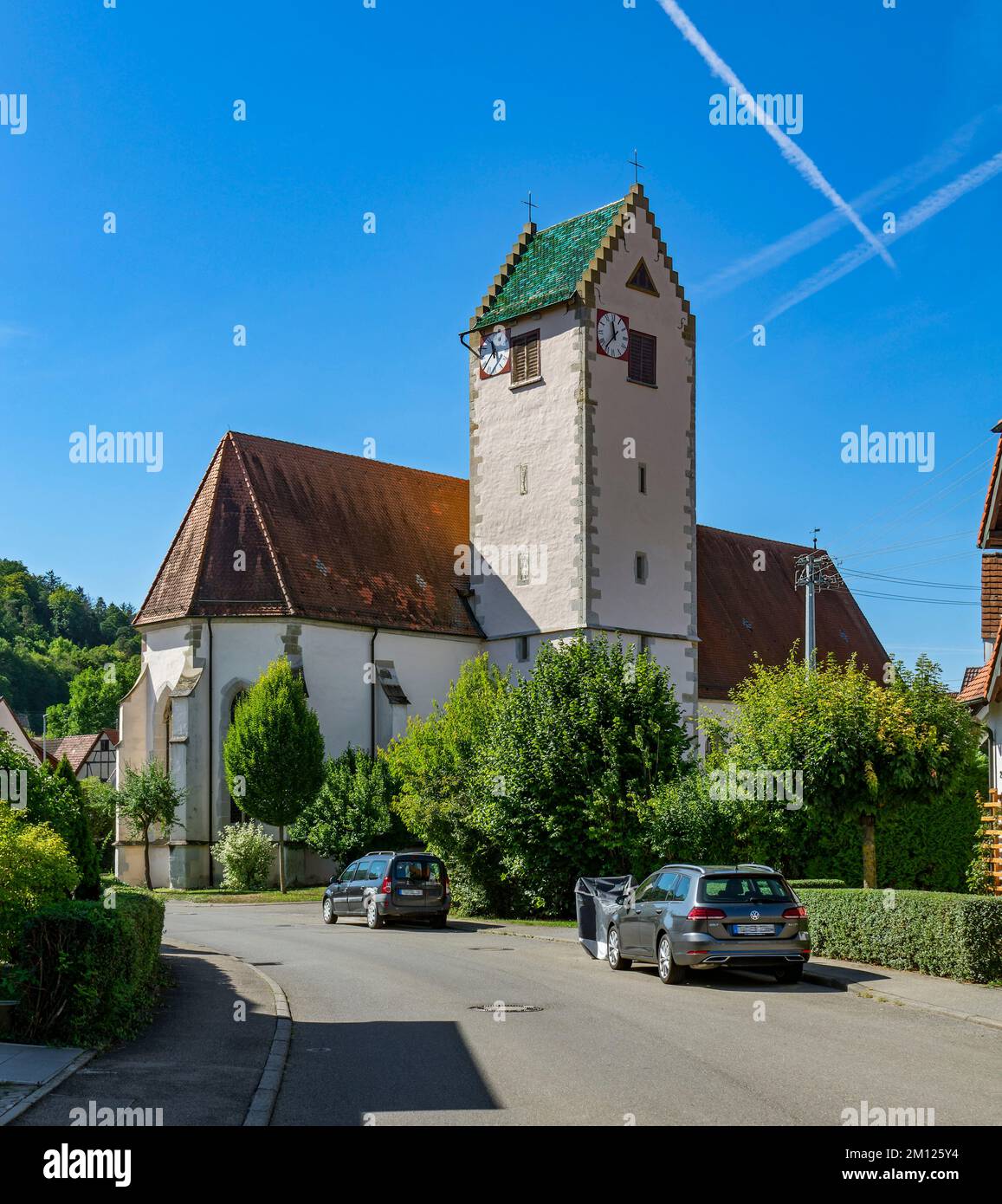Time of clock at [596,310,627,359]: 11:36
